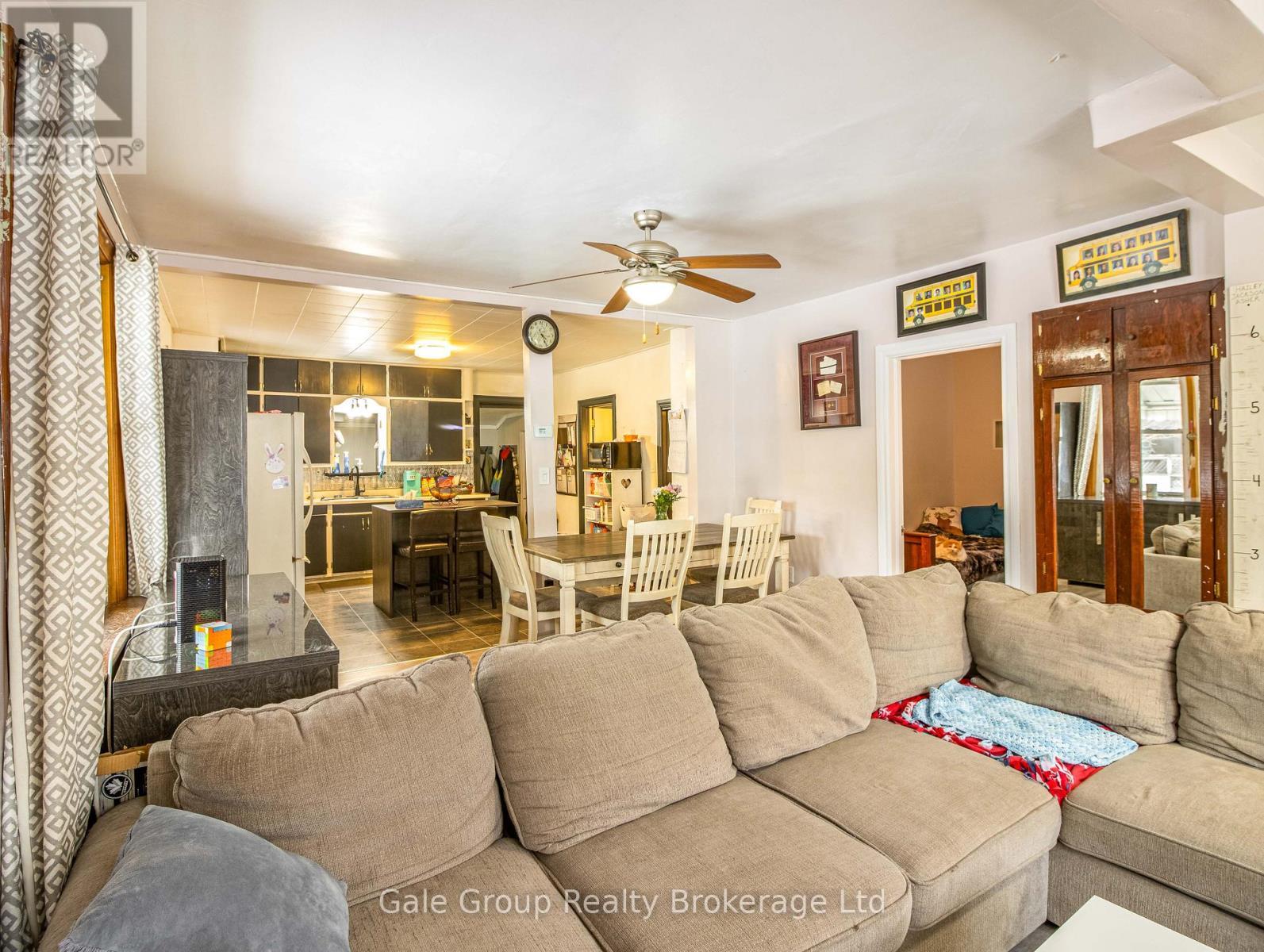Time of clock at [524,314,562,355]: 4:25
